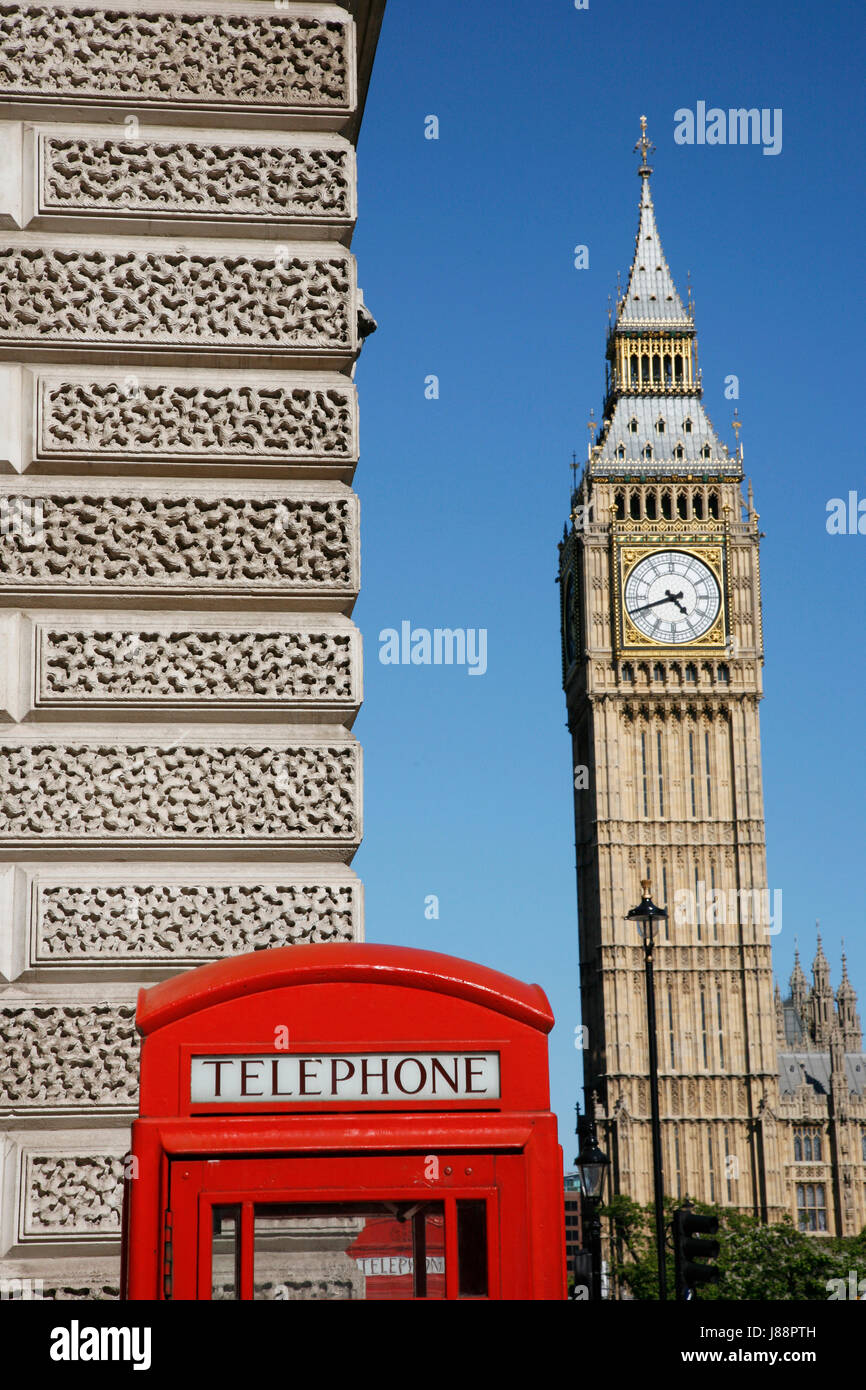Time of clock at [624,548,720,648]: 4:41
